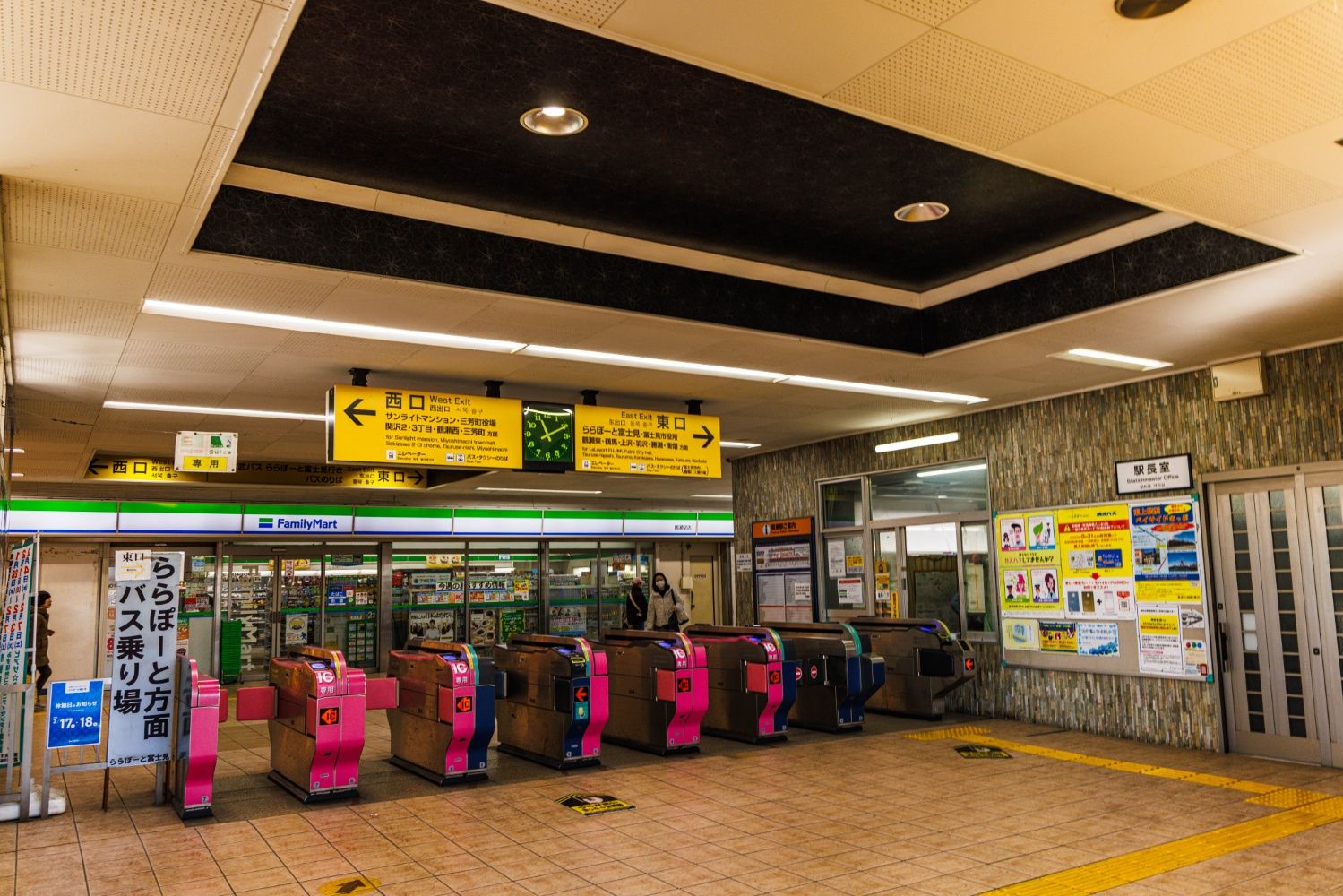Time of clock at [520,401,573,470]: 11:10
